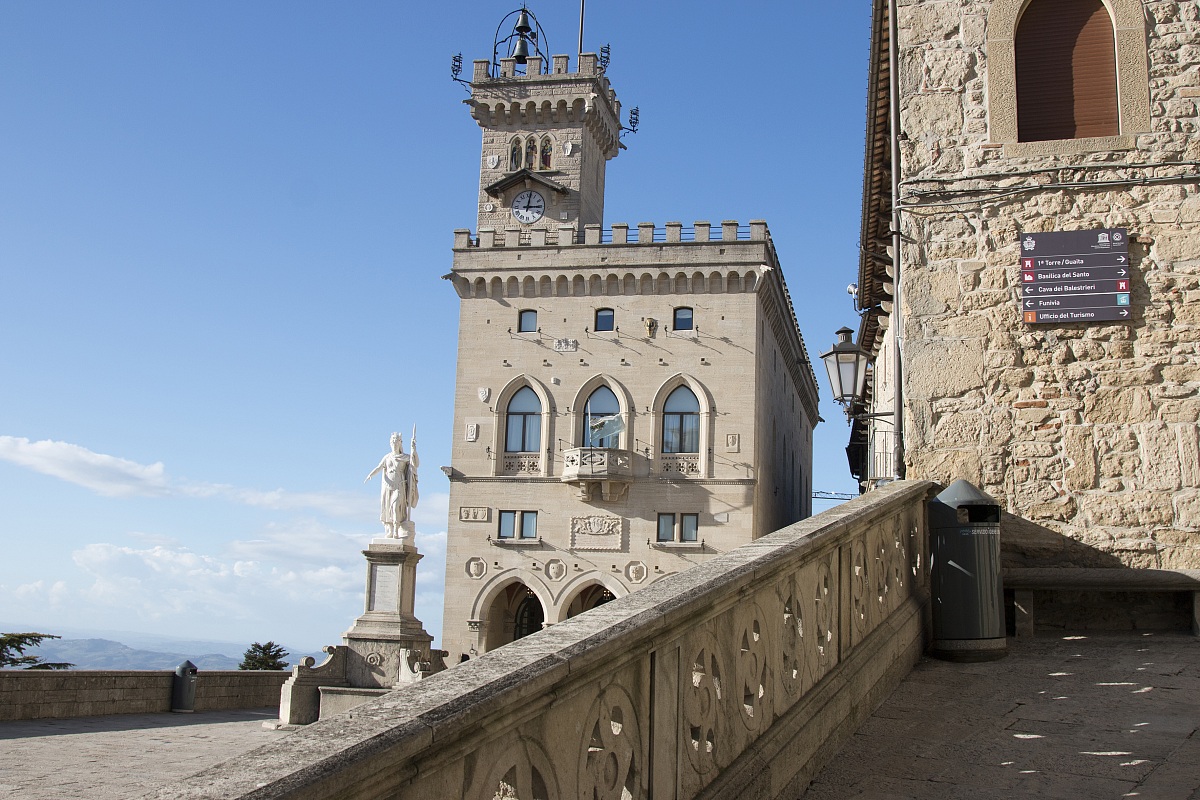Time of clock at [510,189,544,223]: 3:01
